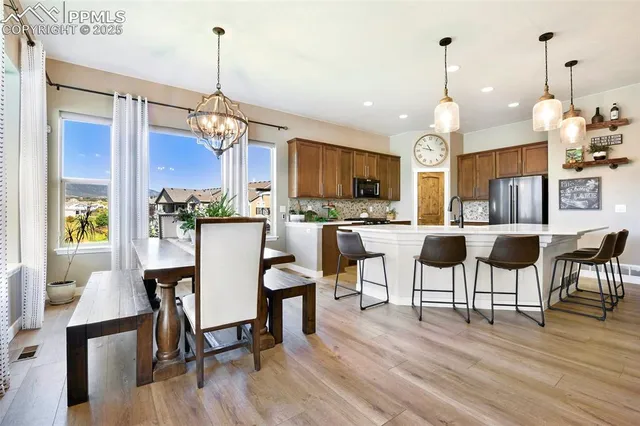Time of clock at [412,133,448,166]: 10:47
